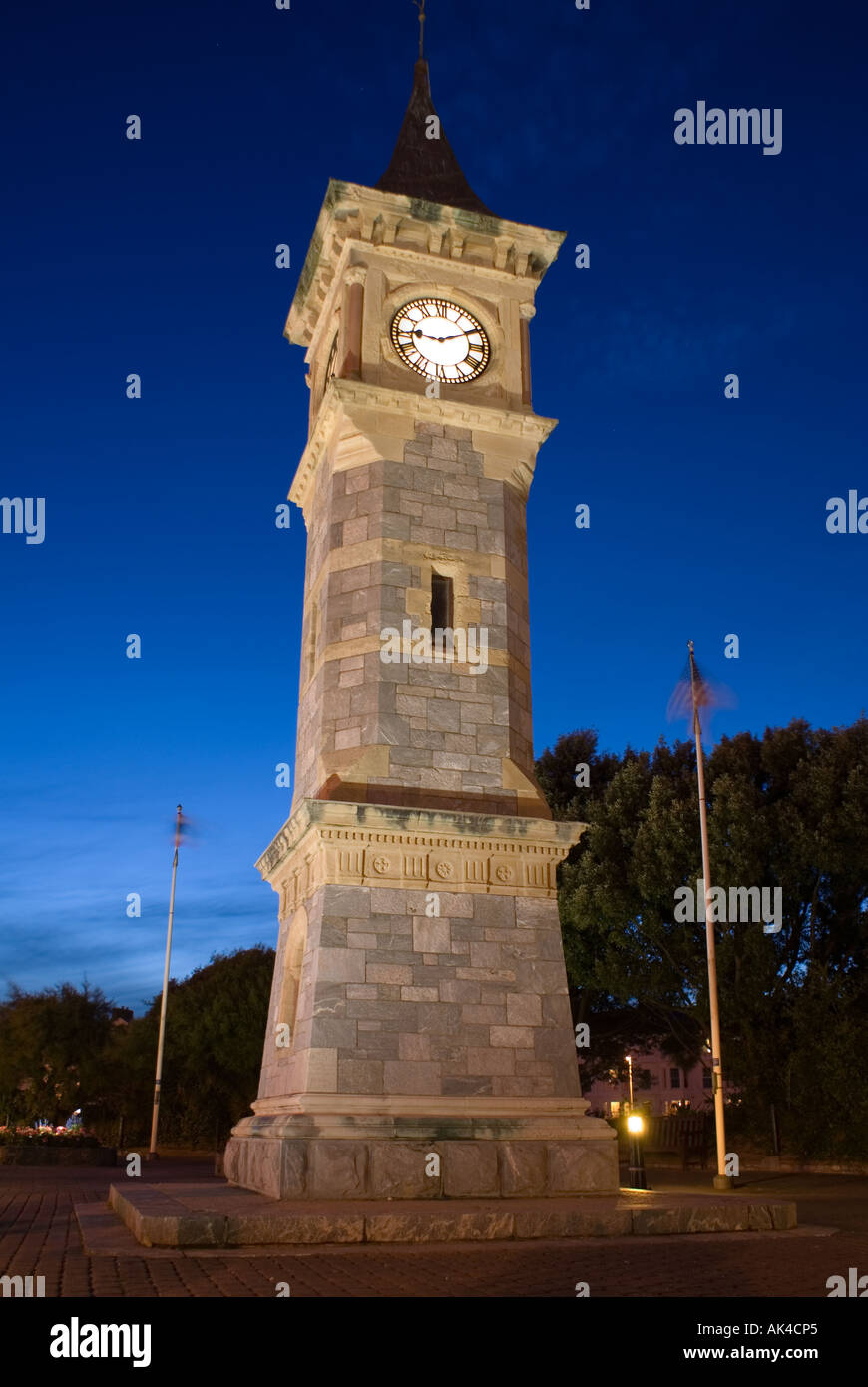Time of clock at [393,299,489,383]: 9:10
